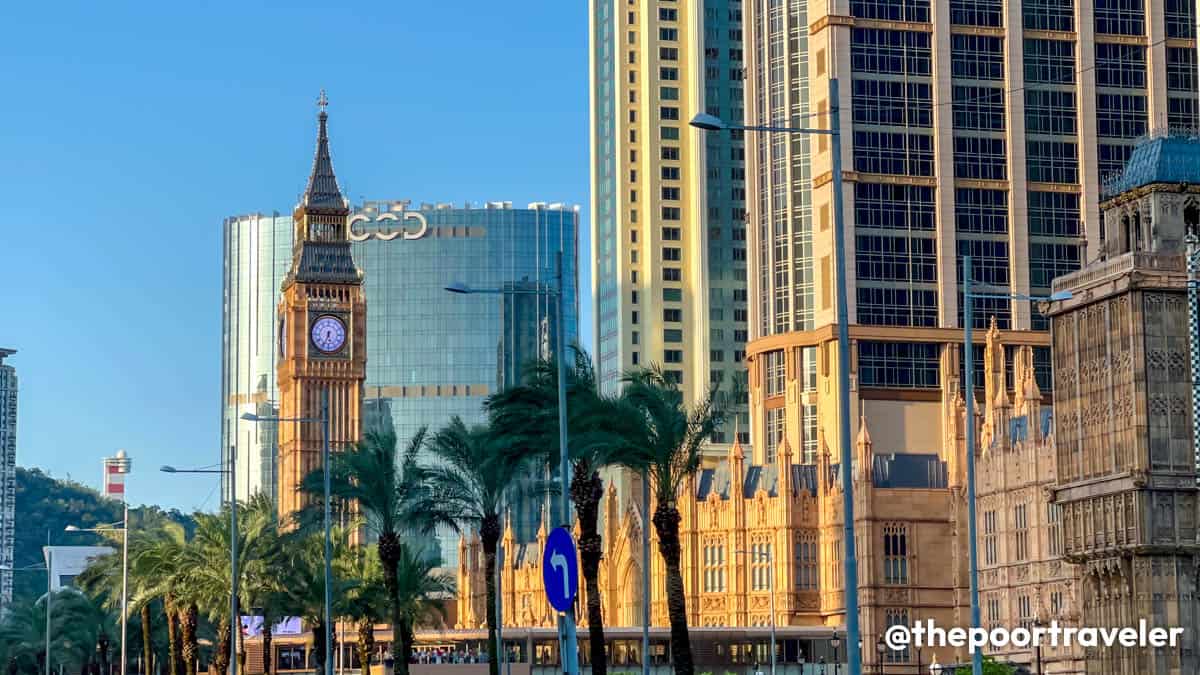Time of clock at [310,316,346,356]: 5:33
